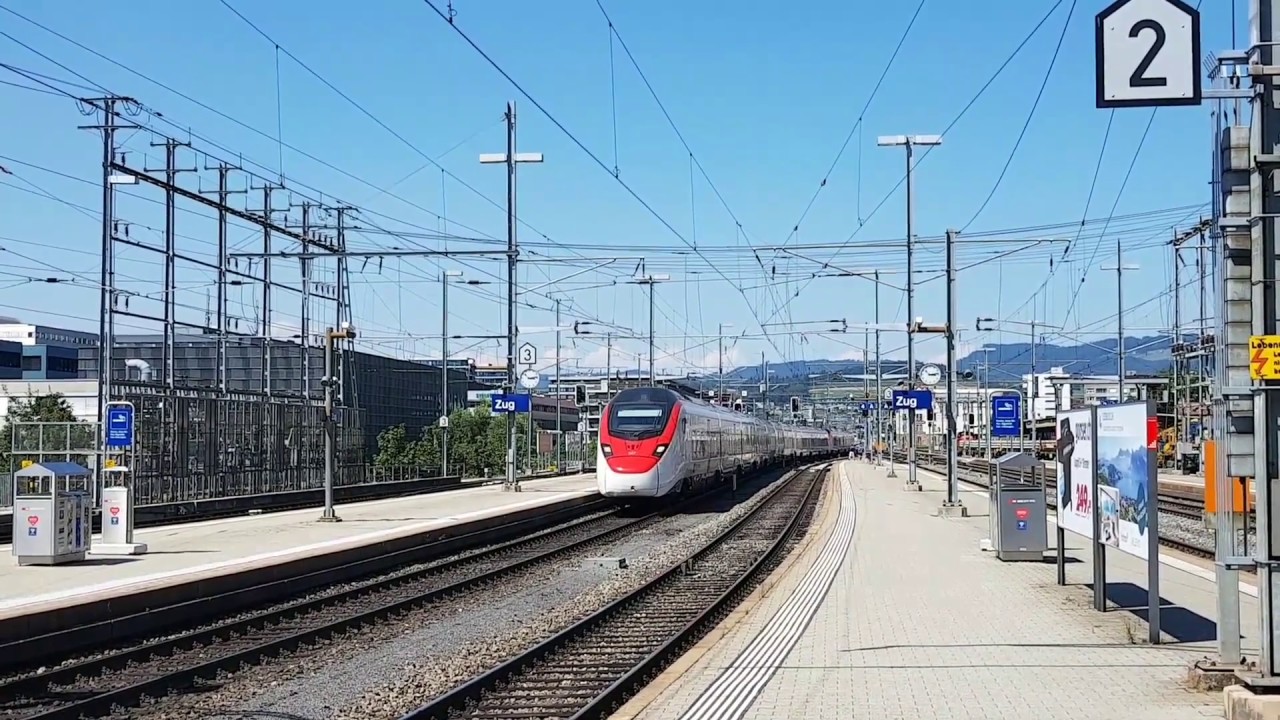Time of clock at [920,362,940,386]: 3:13
